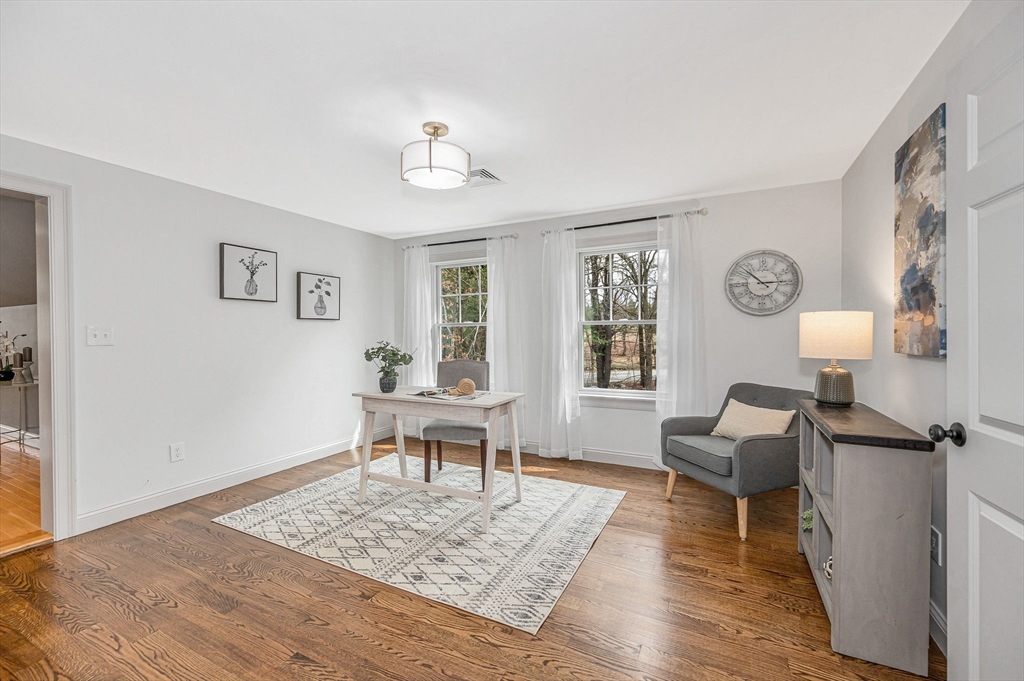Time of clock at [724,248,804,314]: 2:52
